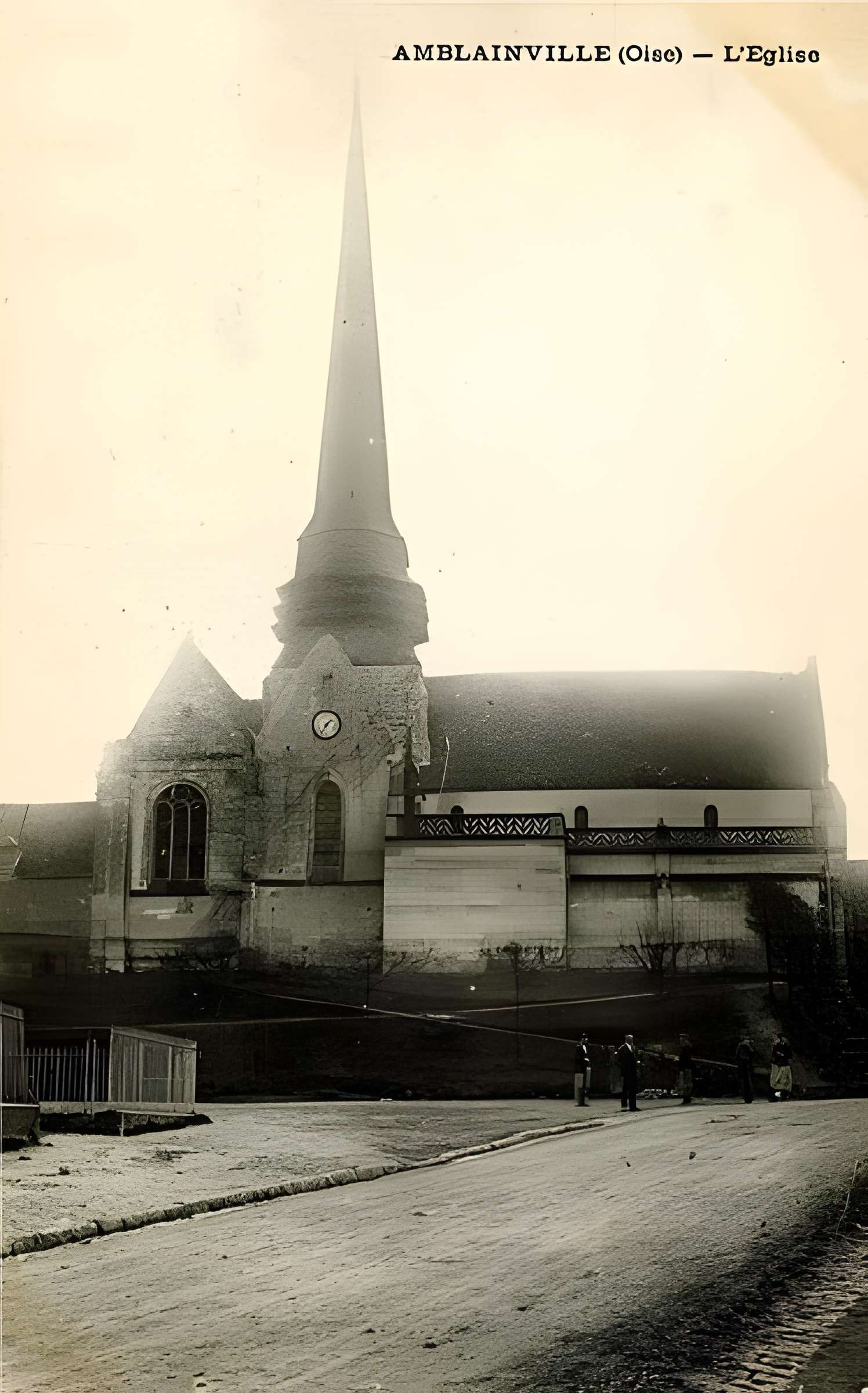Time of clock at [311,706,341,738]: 1:35
